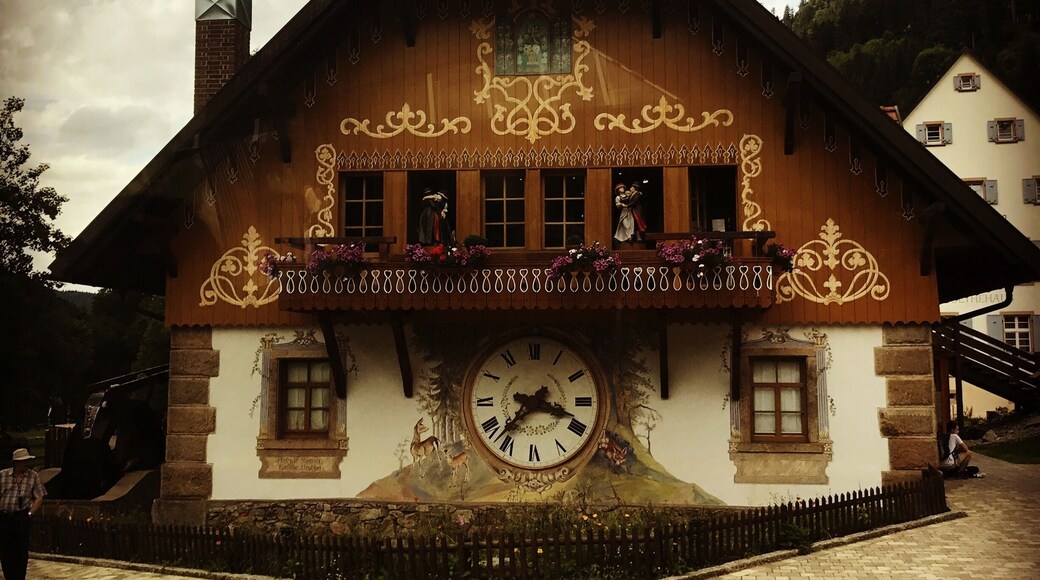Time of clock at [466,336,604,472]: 3:37
